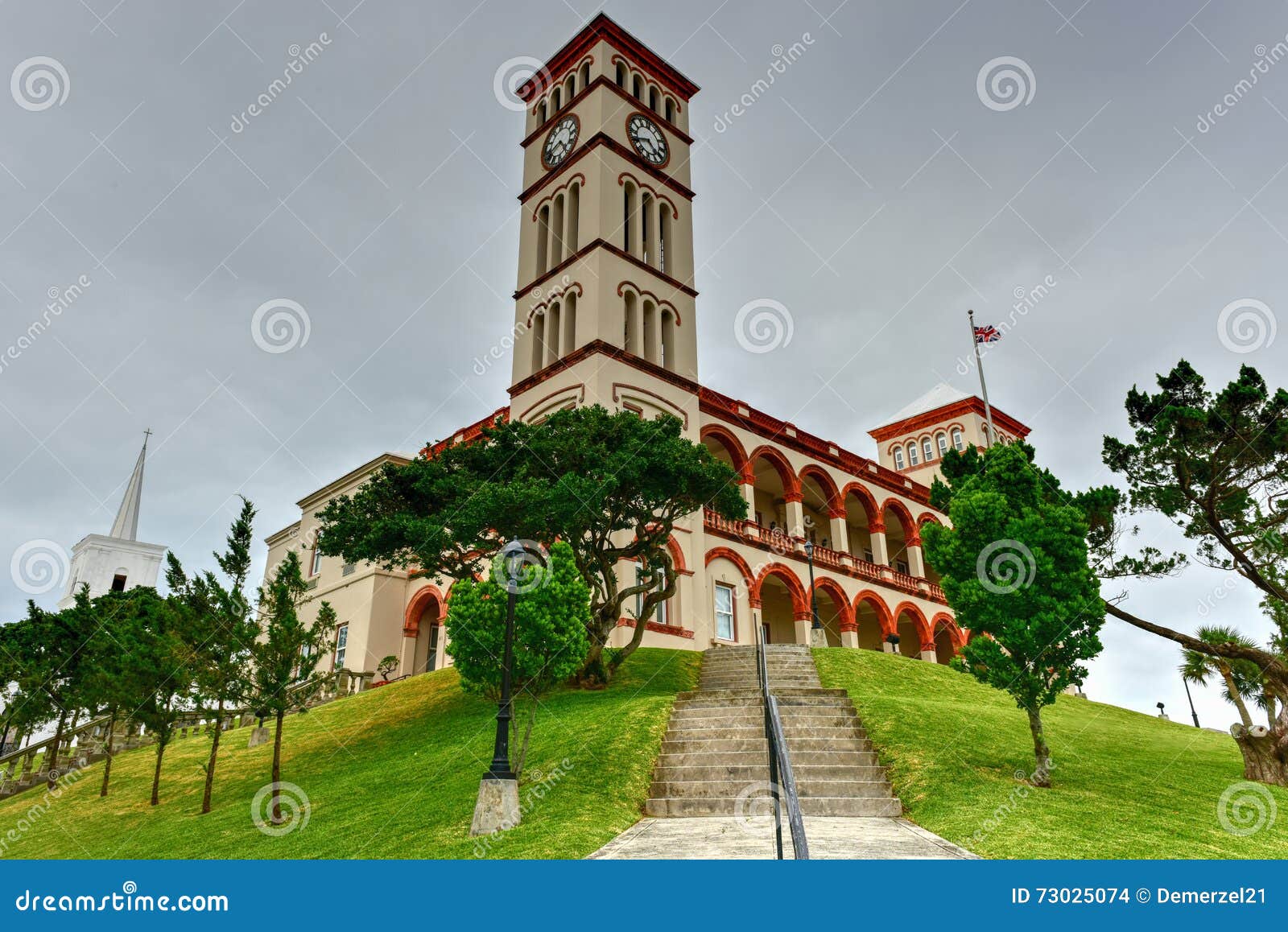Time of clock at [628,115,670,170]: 4:41
